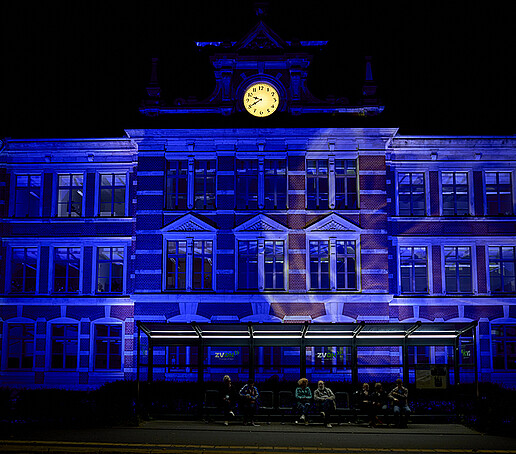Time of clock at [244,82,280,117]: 9:39
